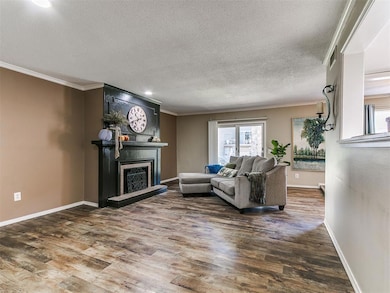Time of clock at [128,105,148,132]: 10:41
